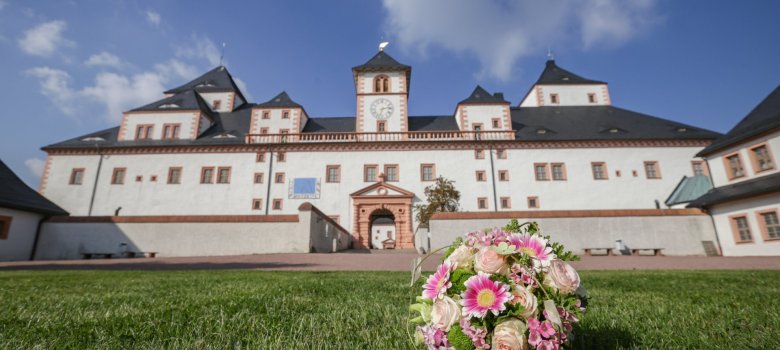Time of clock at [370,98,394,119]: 2:33
